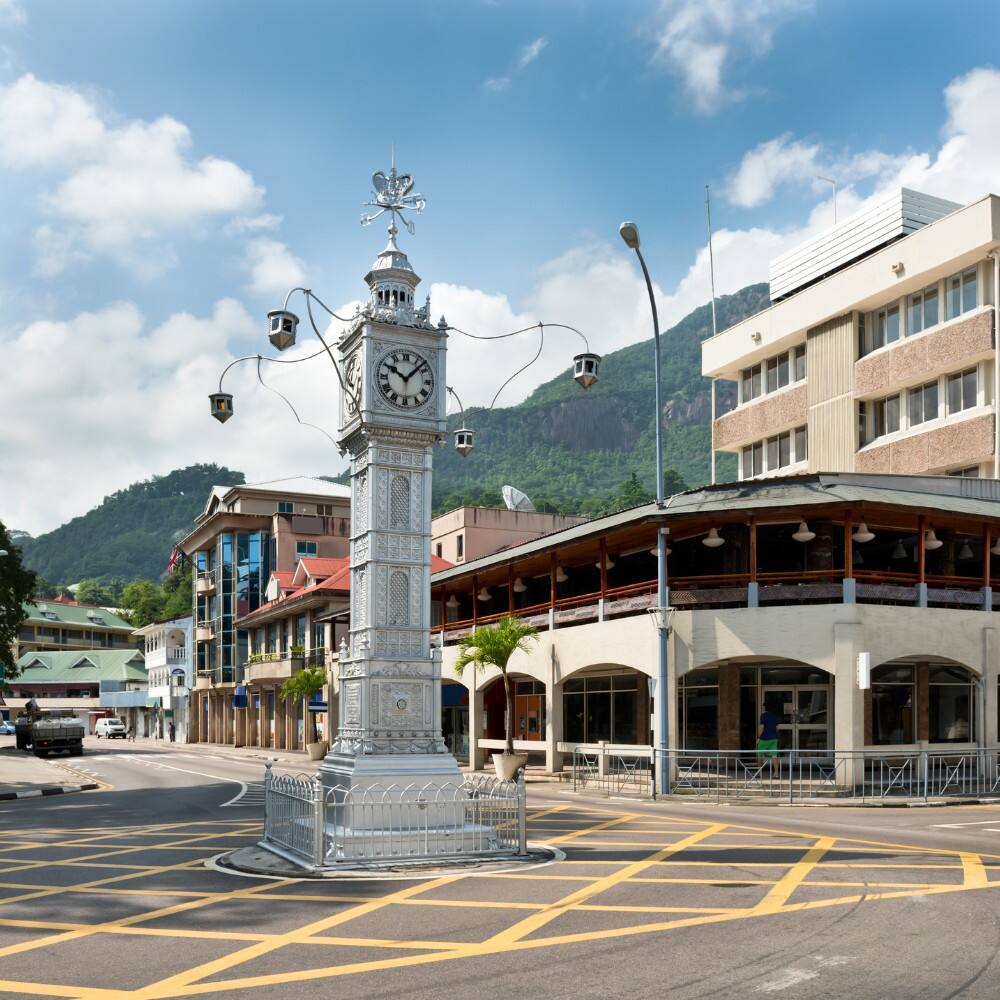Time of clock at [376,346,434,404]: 10:07
